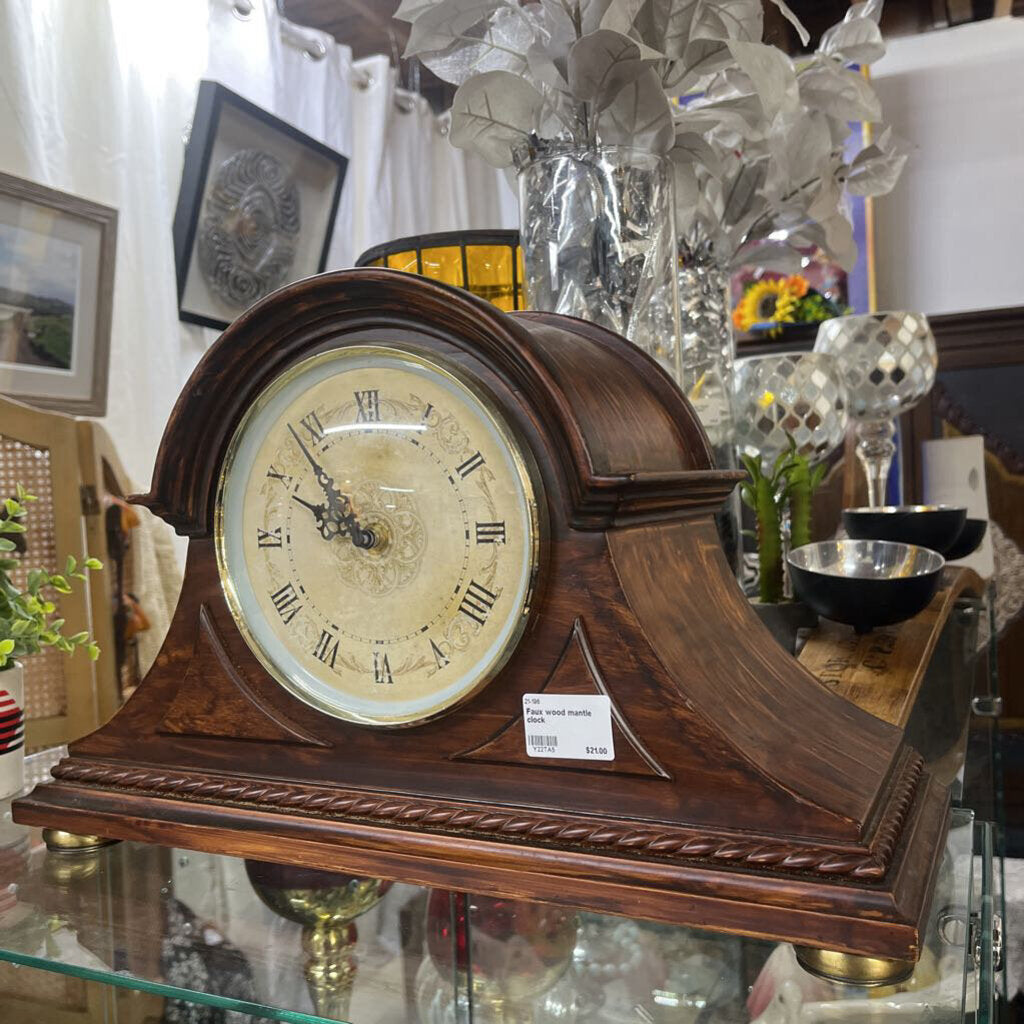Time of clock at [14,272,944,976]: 9:53
